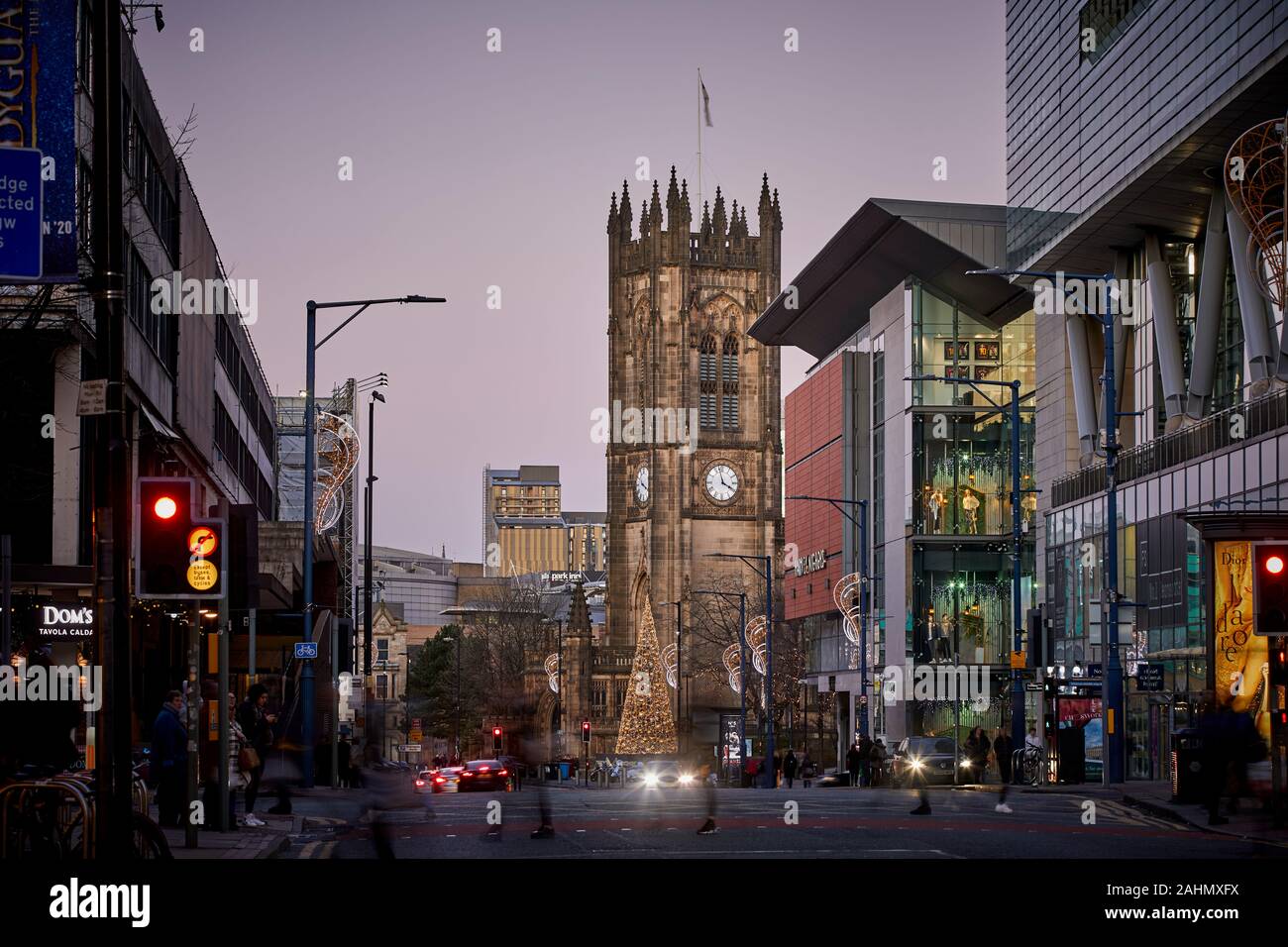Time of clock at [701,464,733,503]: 3:57
